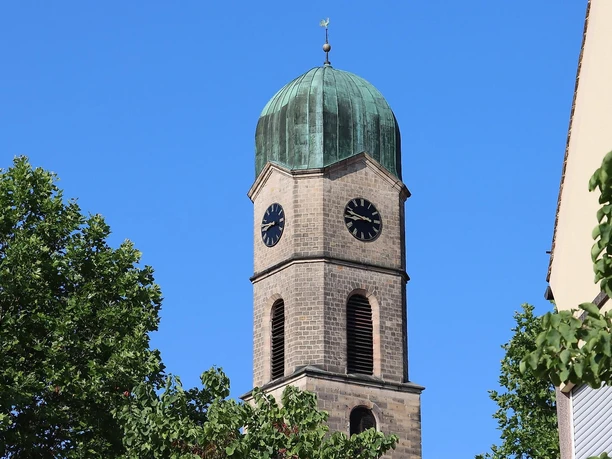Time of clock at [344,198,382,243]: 8:47
